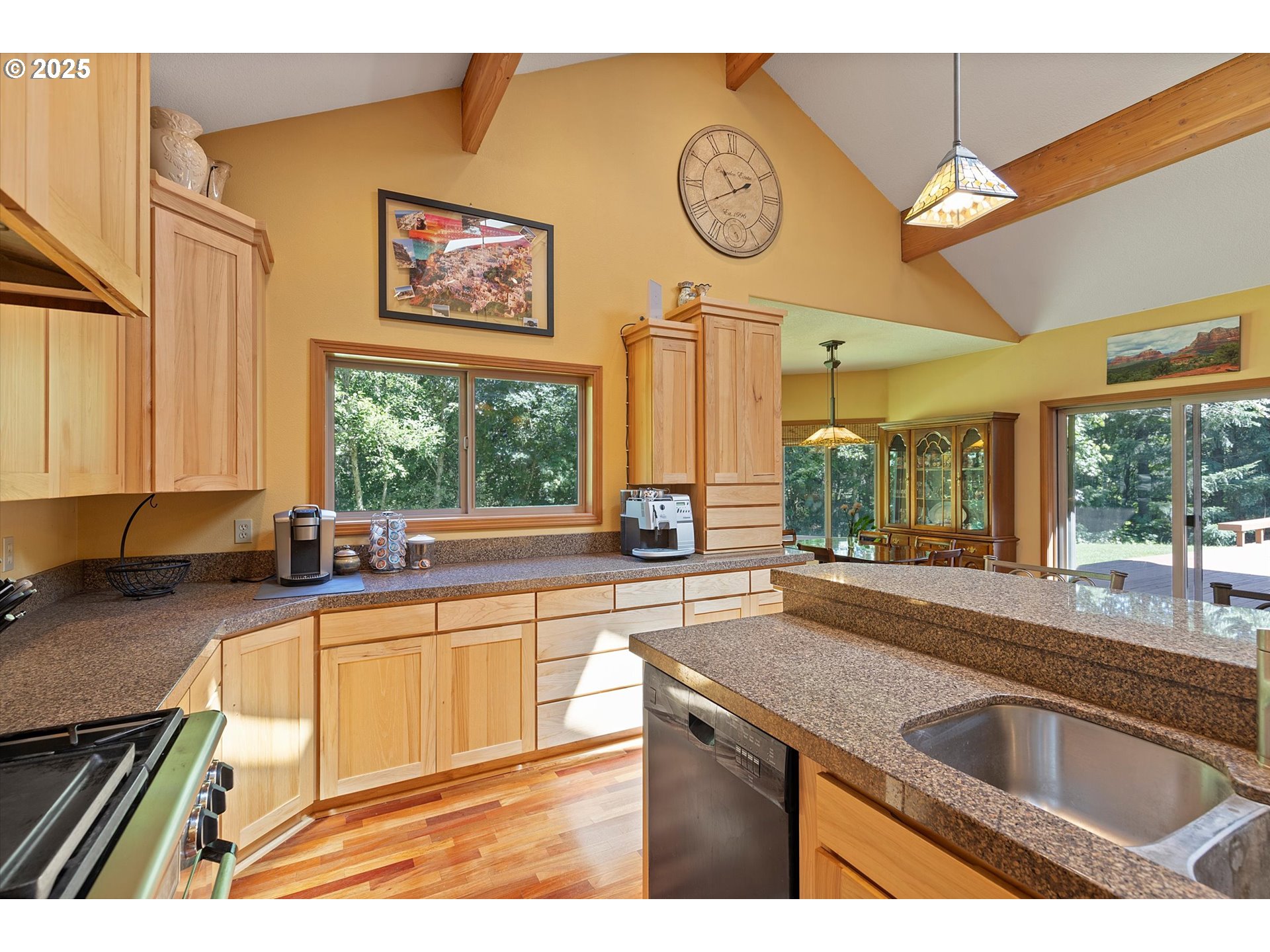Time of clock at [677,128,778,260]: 10:40
